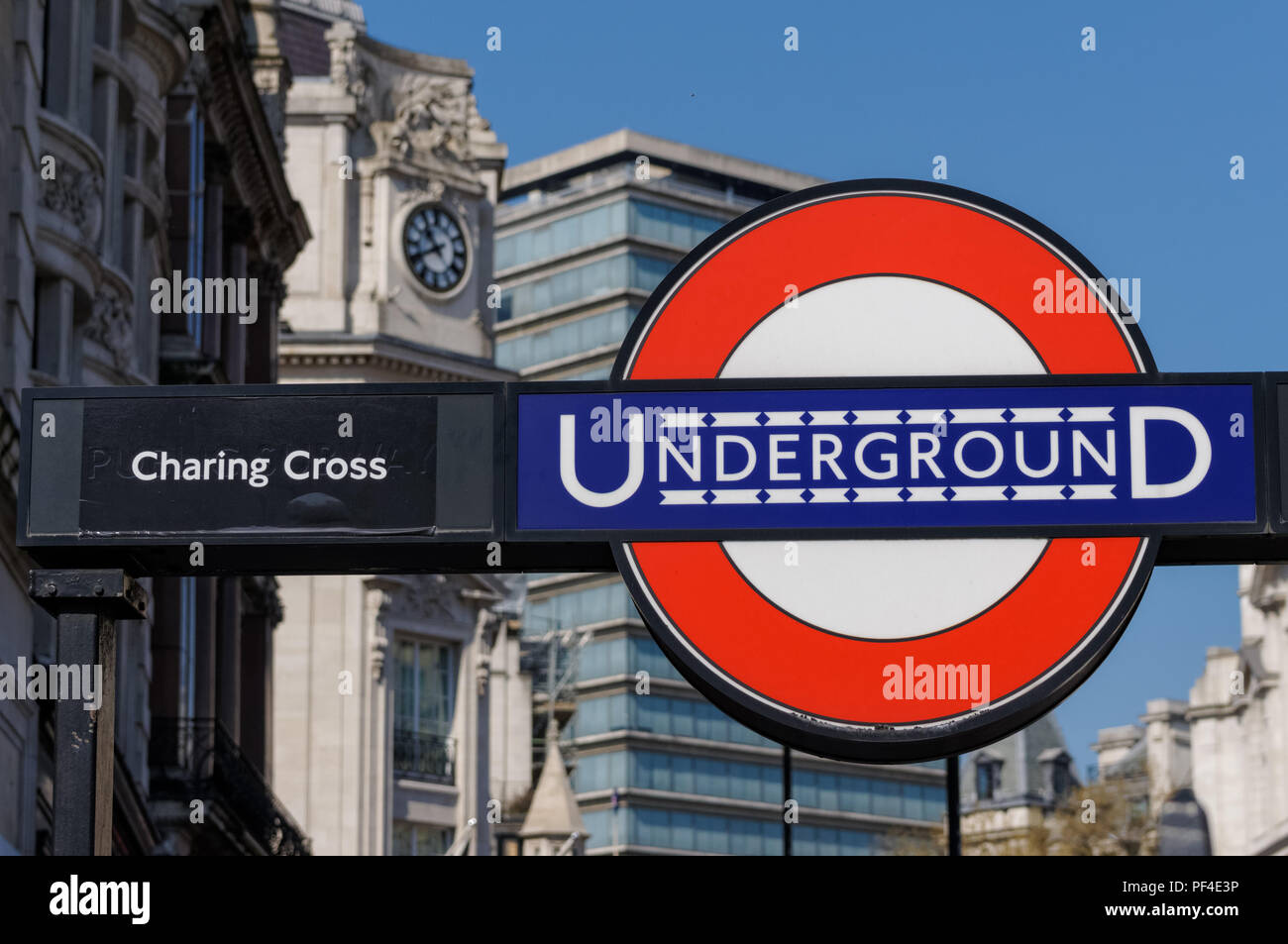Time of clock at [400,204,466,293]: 10:40
